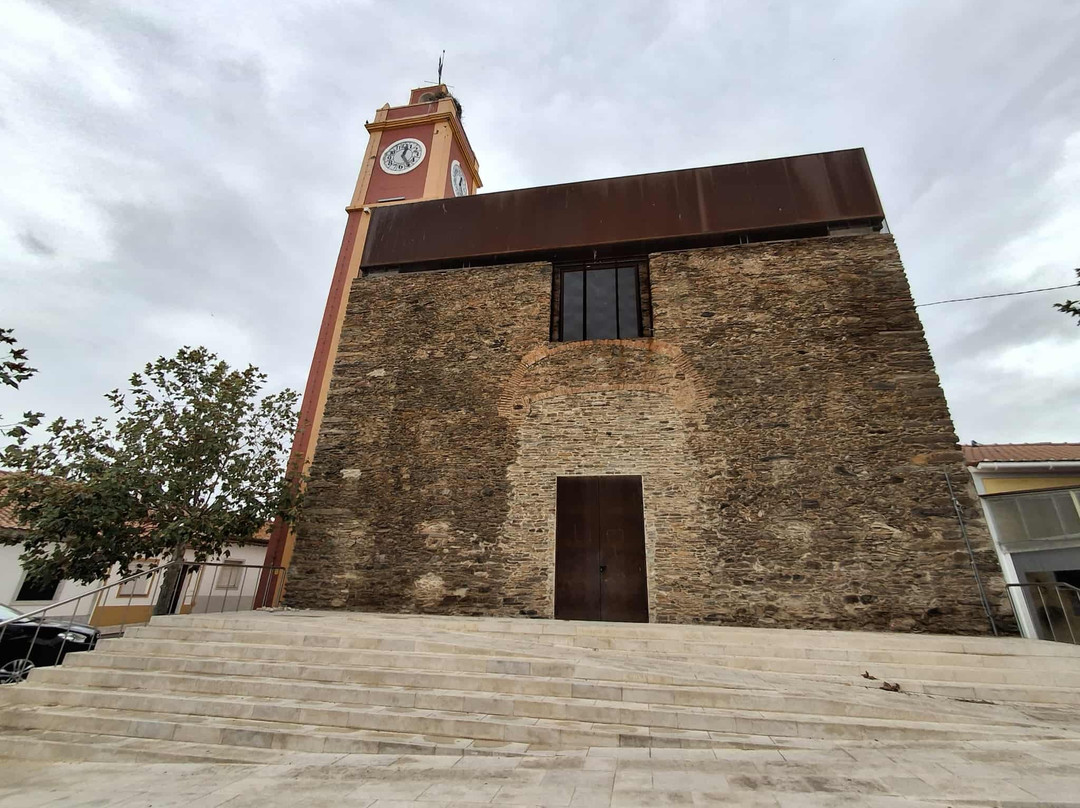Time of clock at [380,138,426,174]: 12:24
